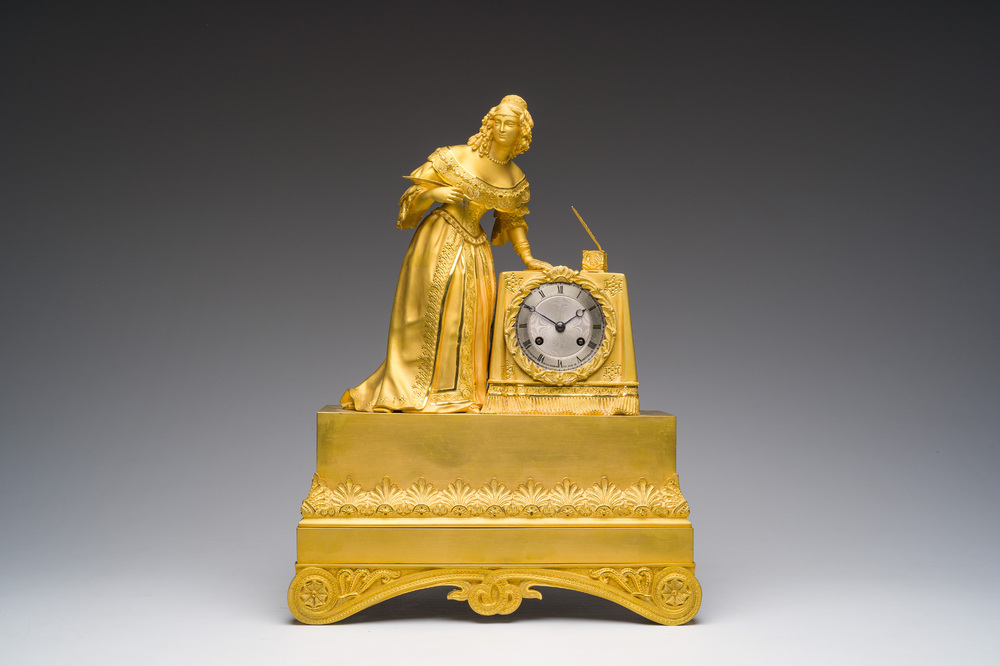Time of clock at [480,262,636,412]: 1:50
